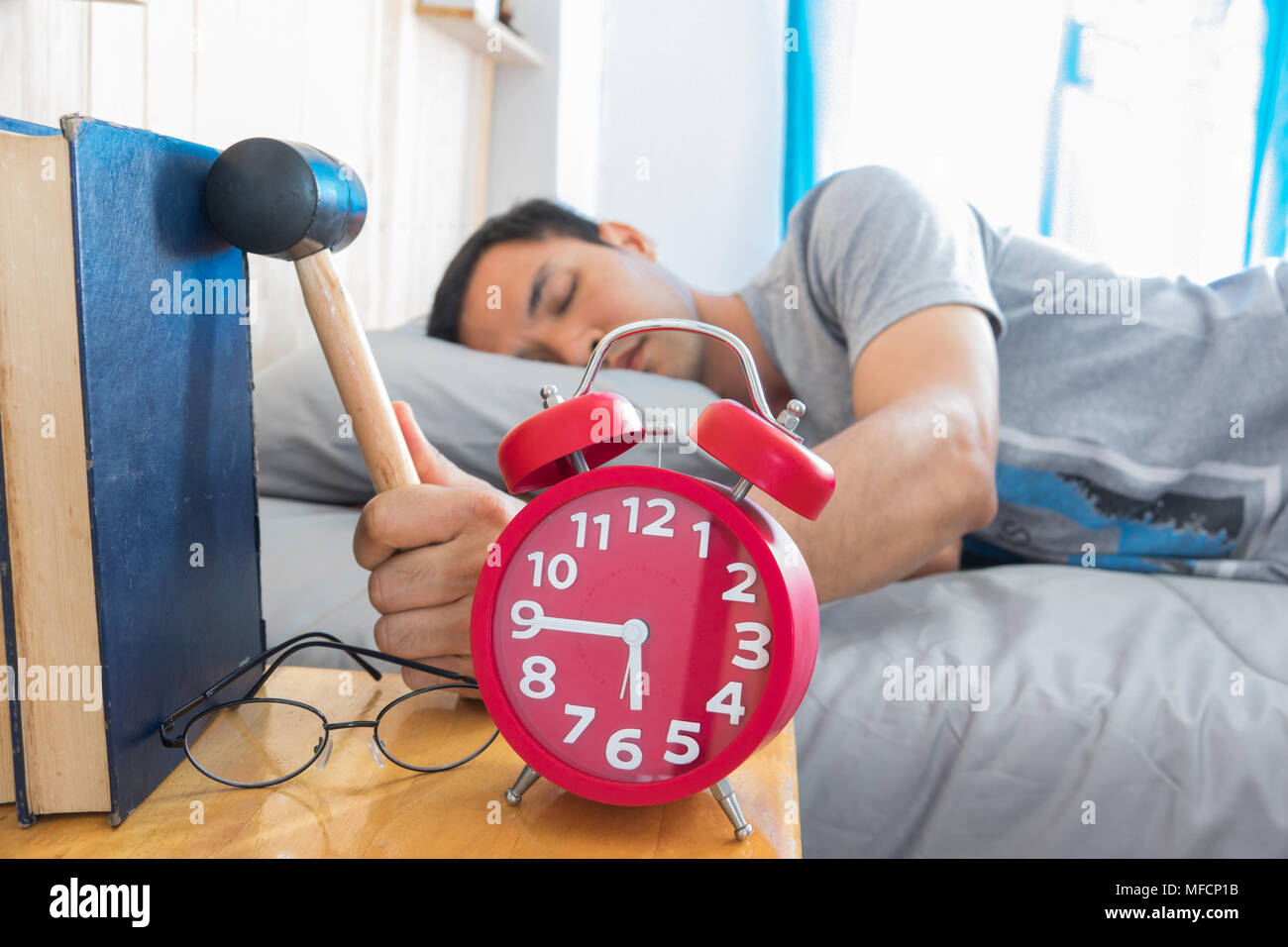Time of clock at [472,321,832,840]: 5:45
